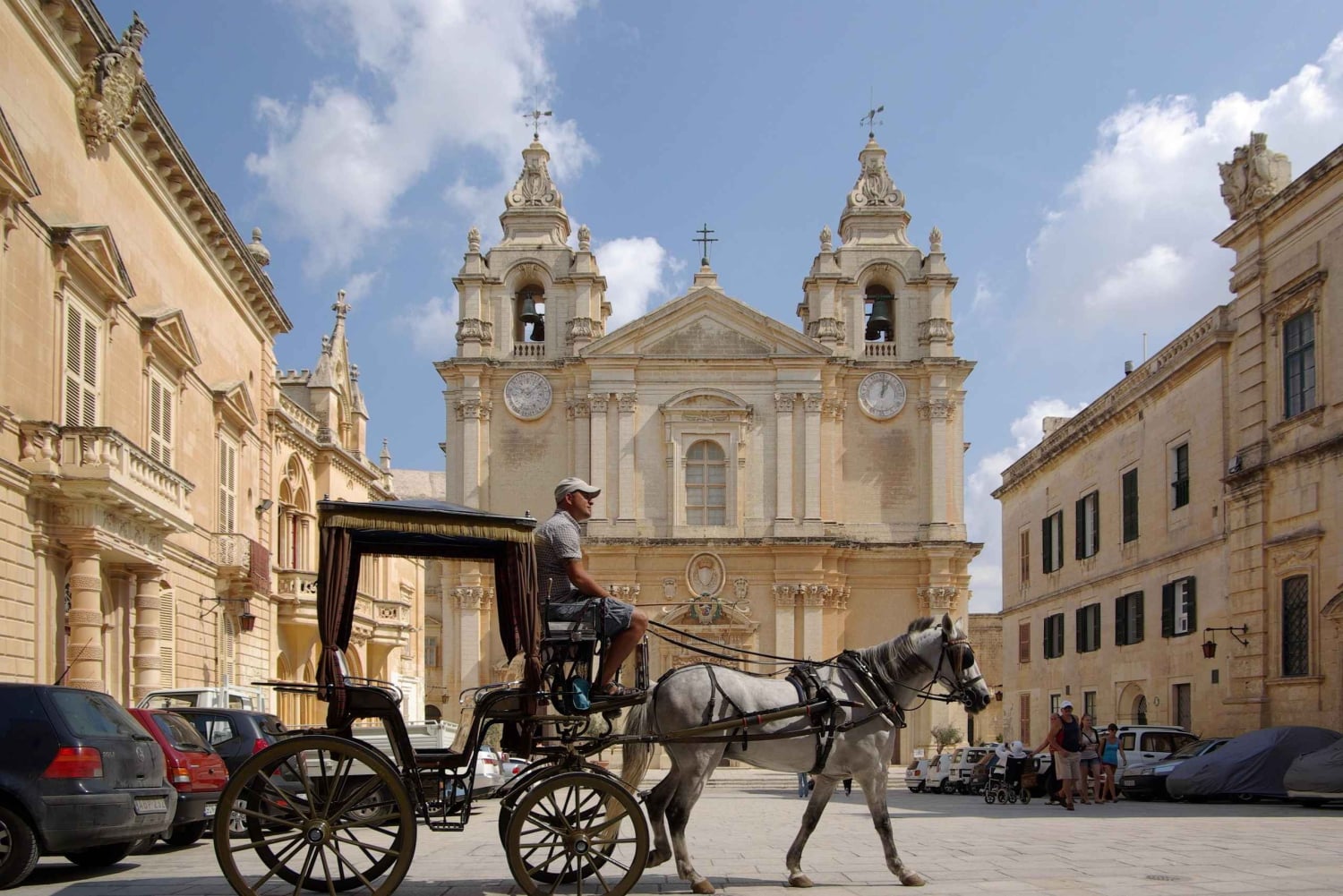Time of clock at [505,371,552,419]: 10:07
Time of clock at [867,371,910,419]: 1:01
